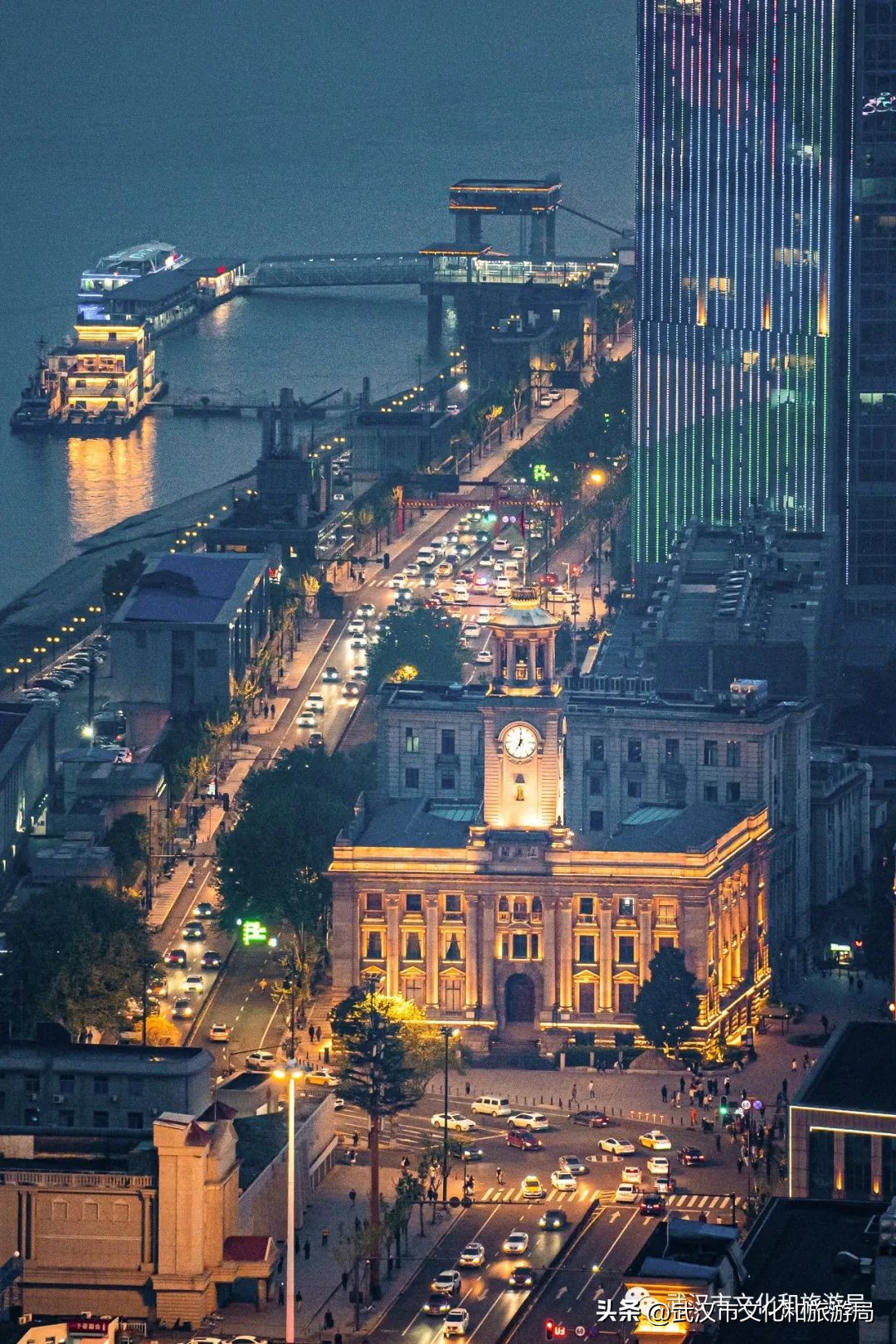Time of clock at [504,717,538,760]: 7:00
